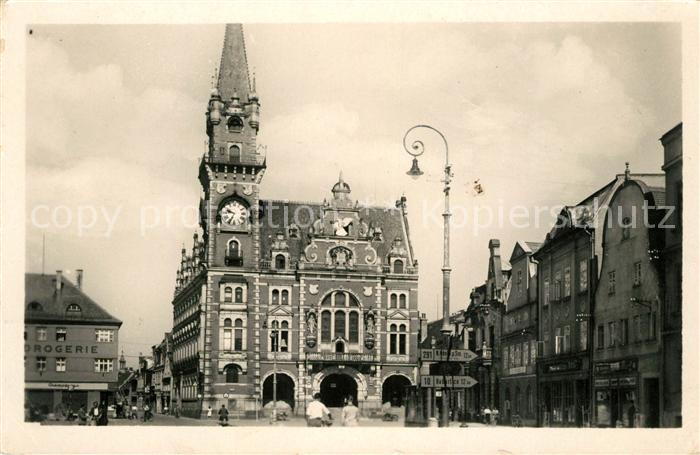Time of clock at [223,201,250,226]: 9:34
